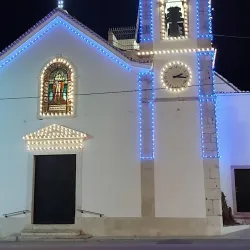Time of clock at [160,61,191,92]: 2:15
